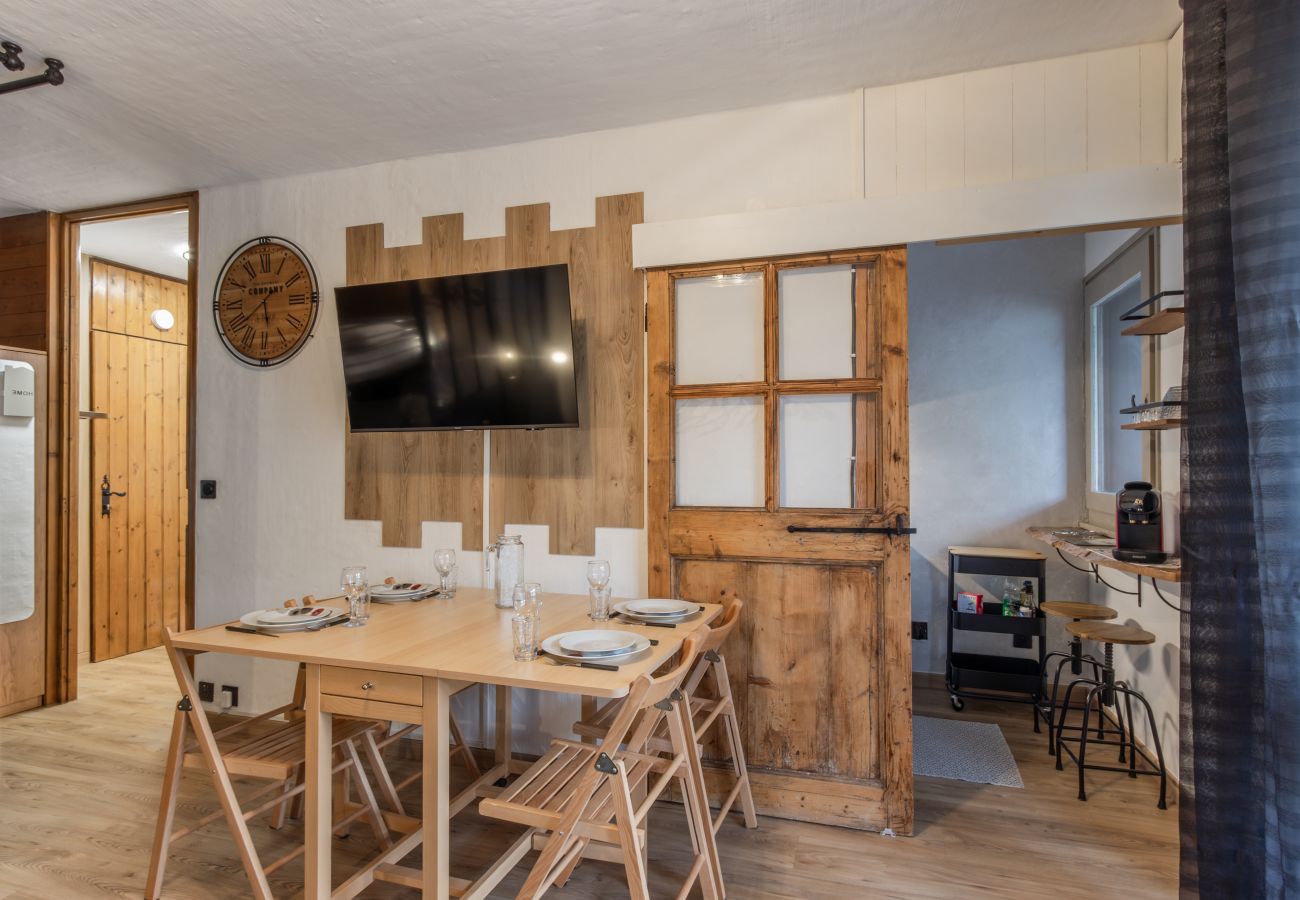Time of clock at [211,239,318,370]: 5:38
